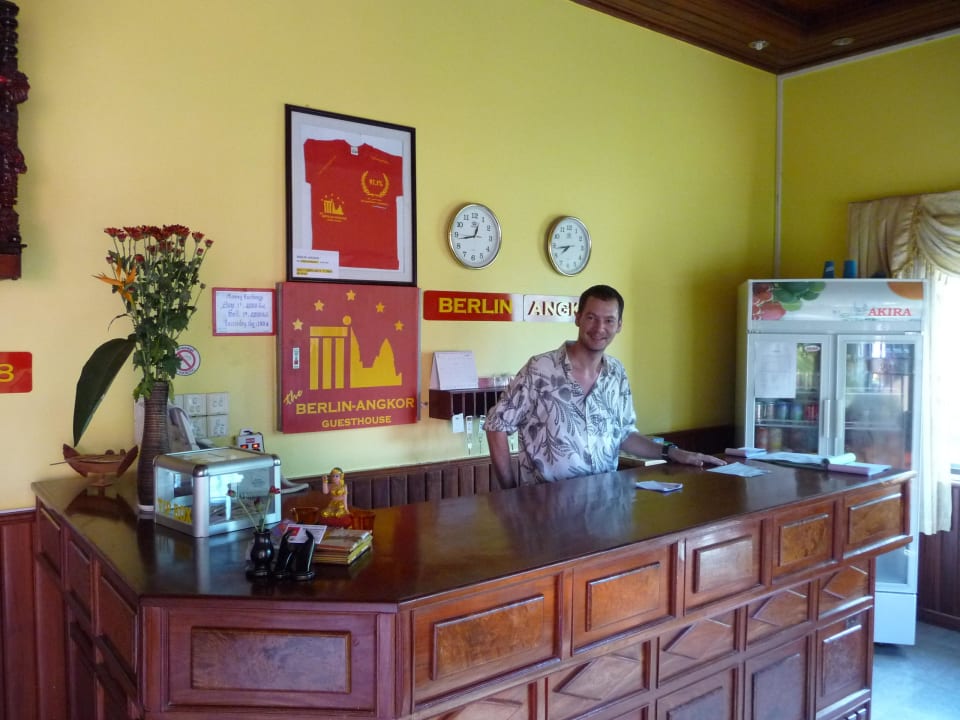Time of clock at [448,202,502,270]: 12:42
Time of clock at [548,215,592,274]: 7:43
